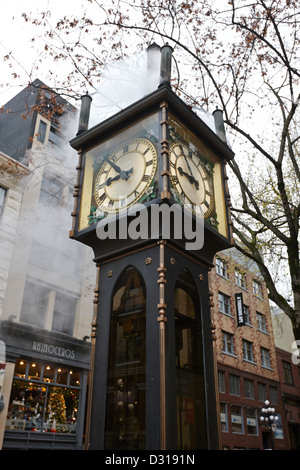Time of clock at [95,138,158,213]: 8:53
